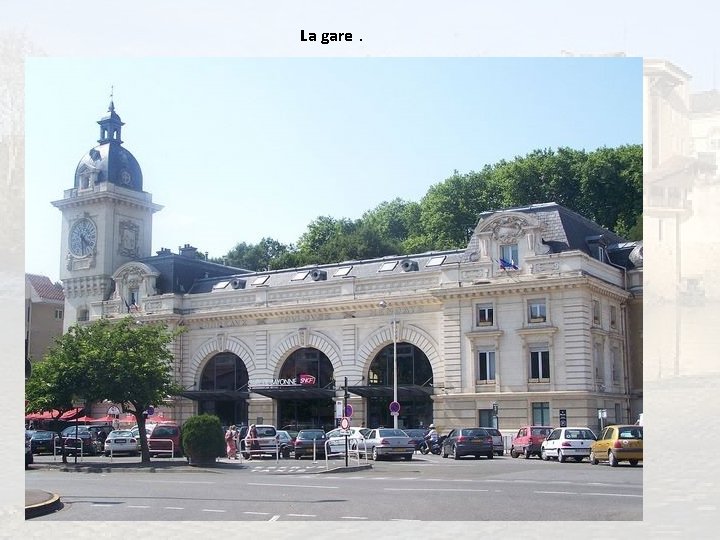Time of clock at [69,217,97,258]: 4:29
